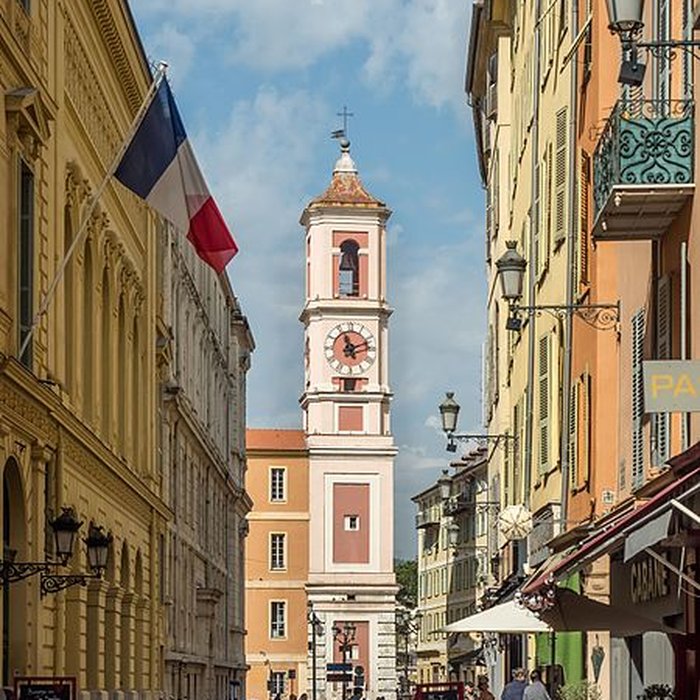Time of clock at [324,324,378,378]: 11:11
